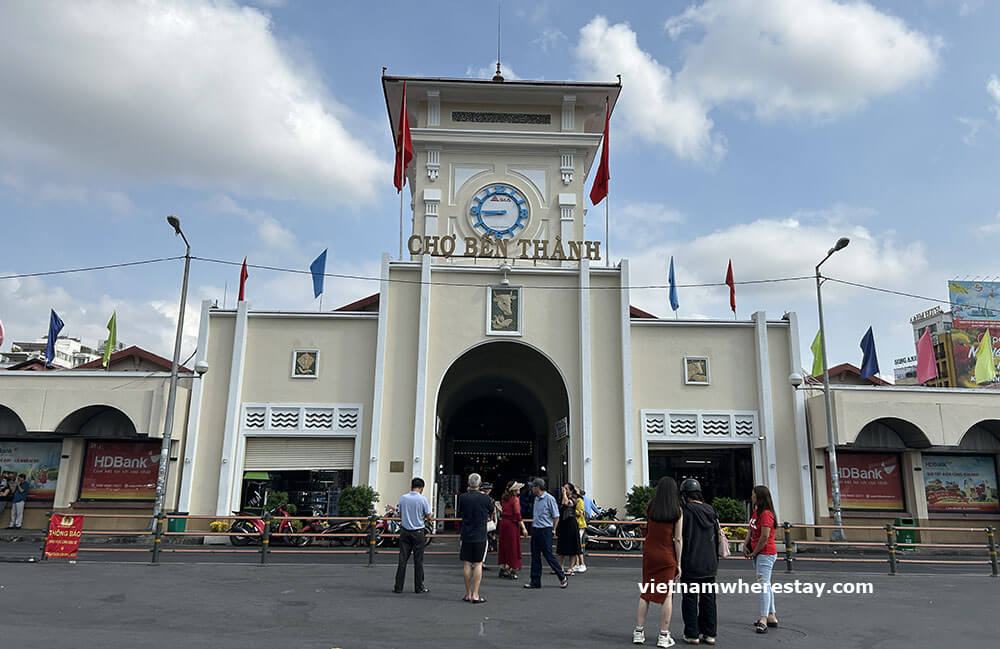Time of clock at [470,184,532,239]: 8:45
